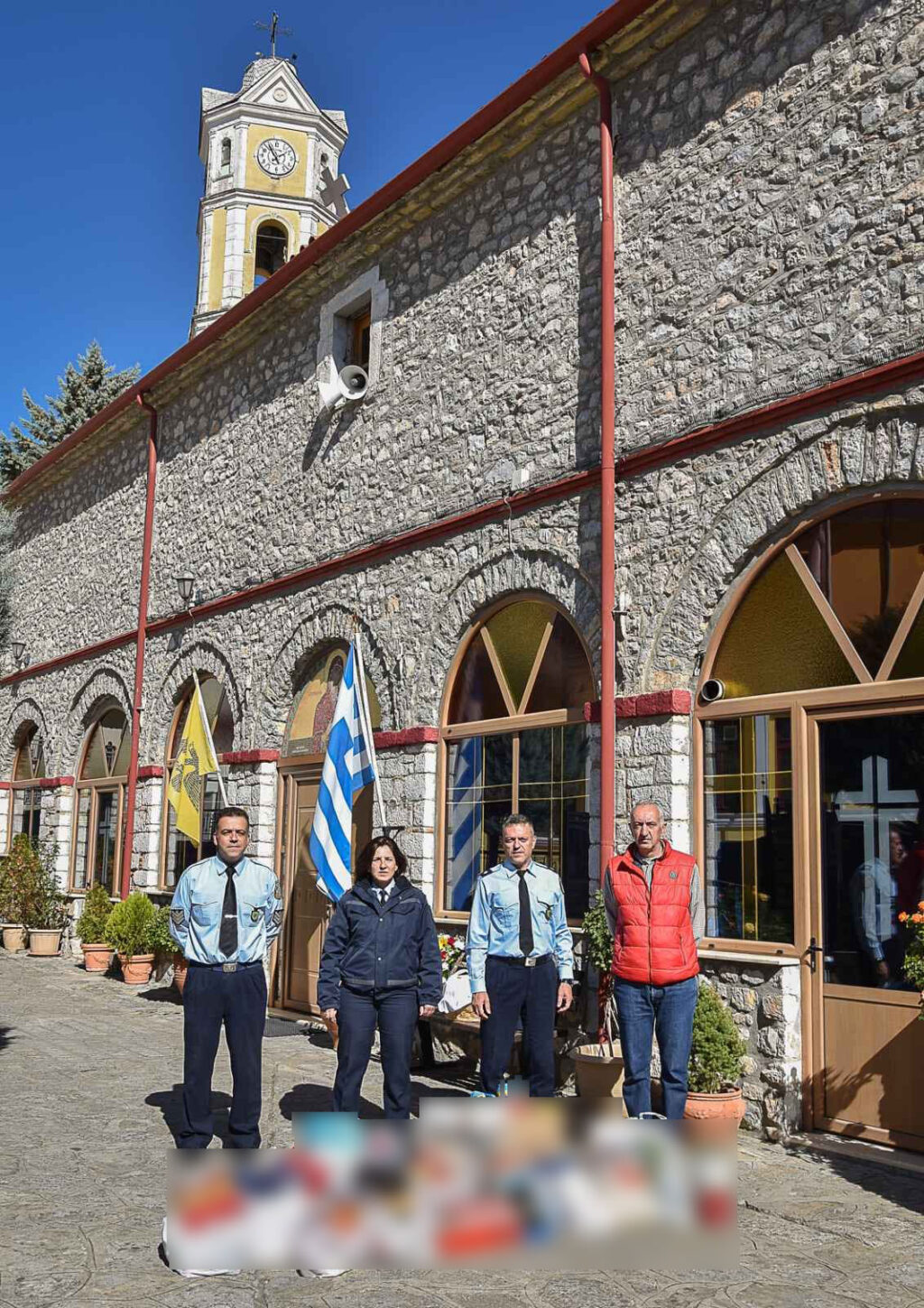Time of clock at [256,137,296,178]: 1:55
